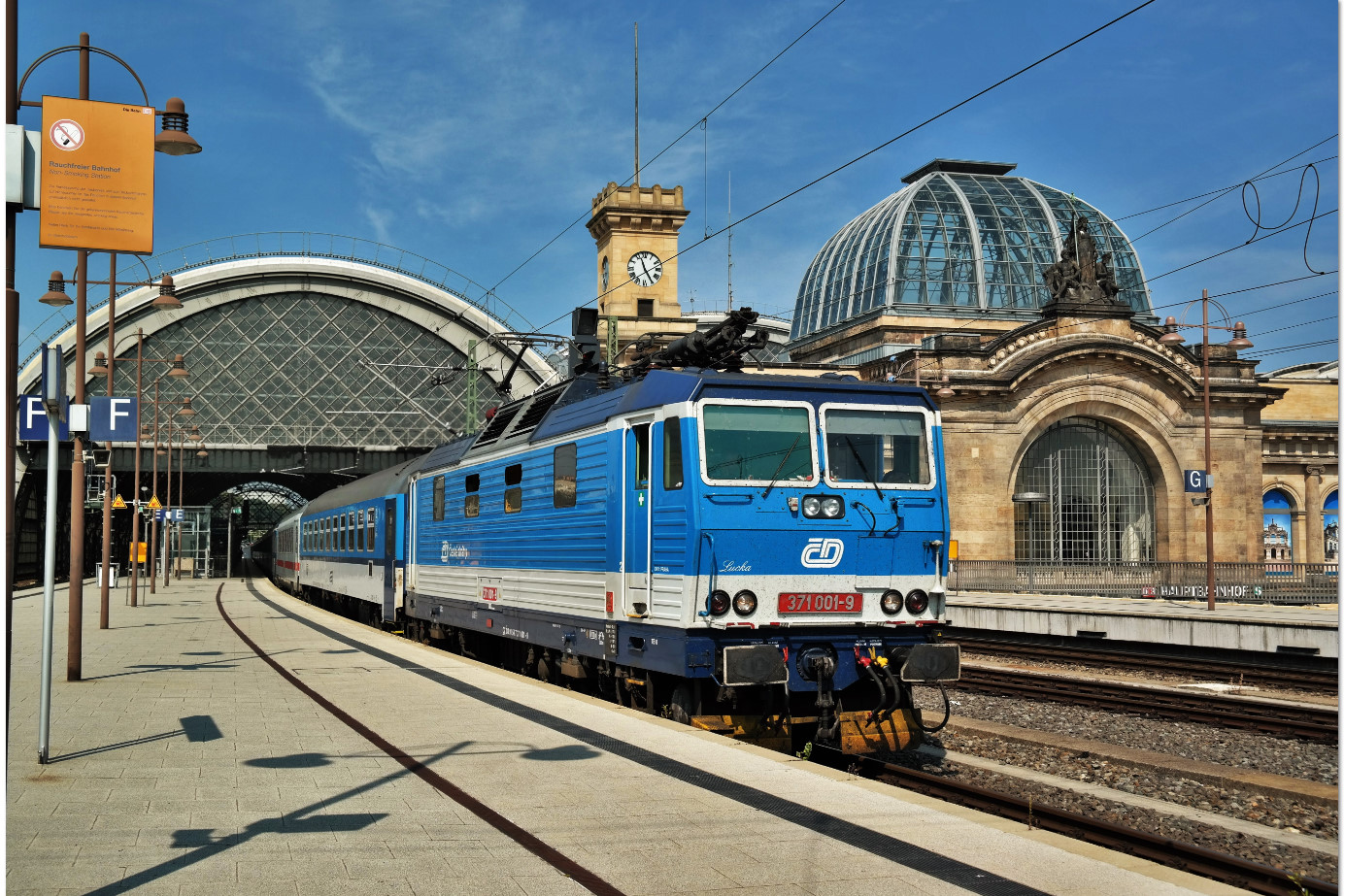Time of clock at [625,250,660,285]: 11:25
